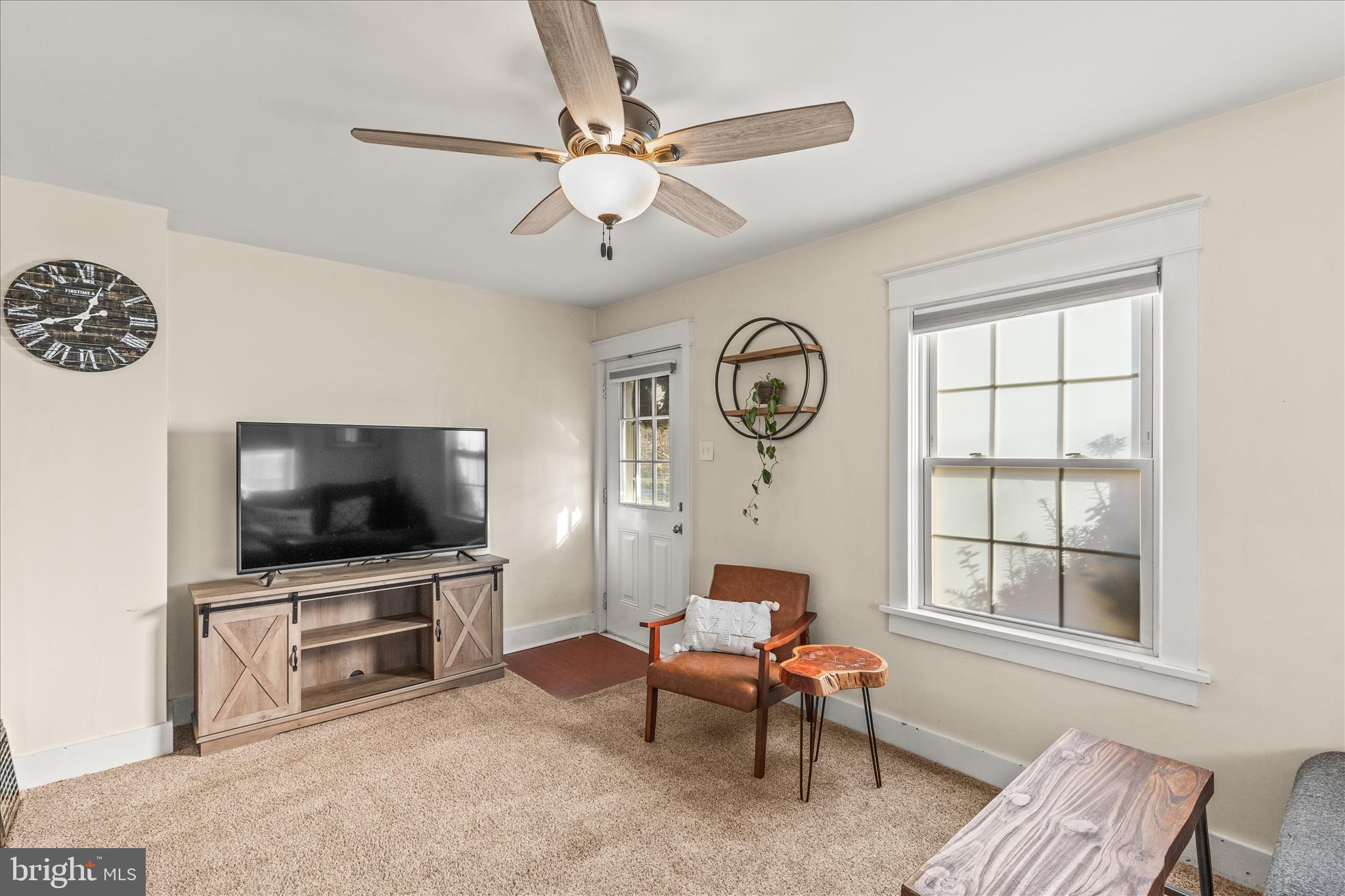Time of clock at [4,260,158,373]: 12:42
